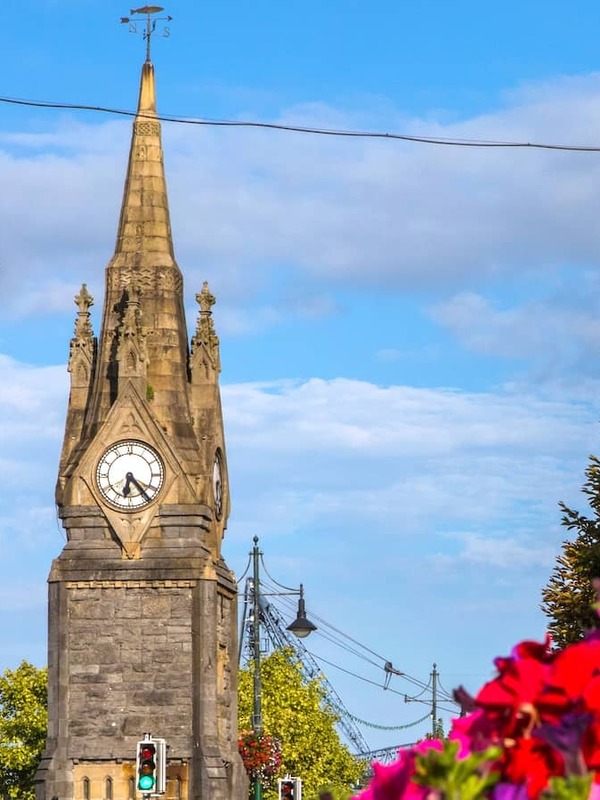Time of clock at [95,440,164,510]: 6:23
